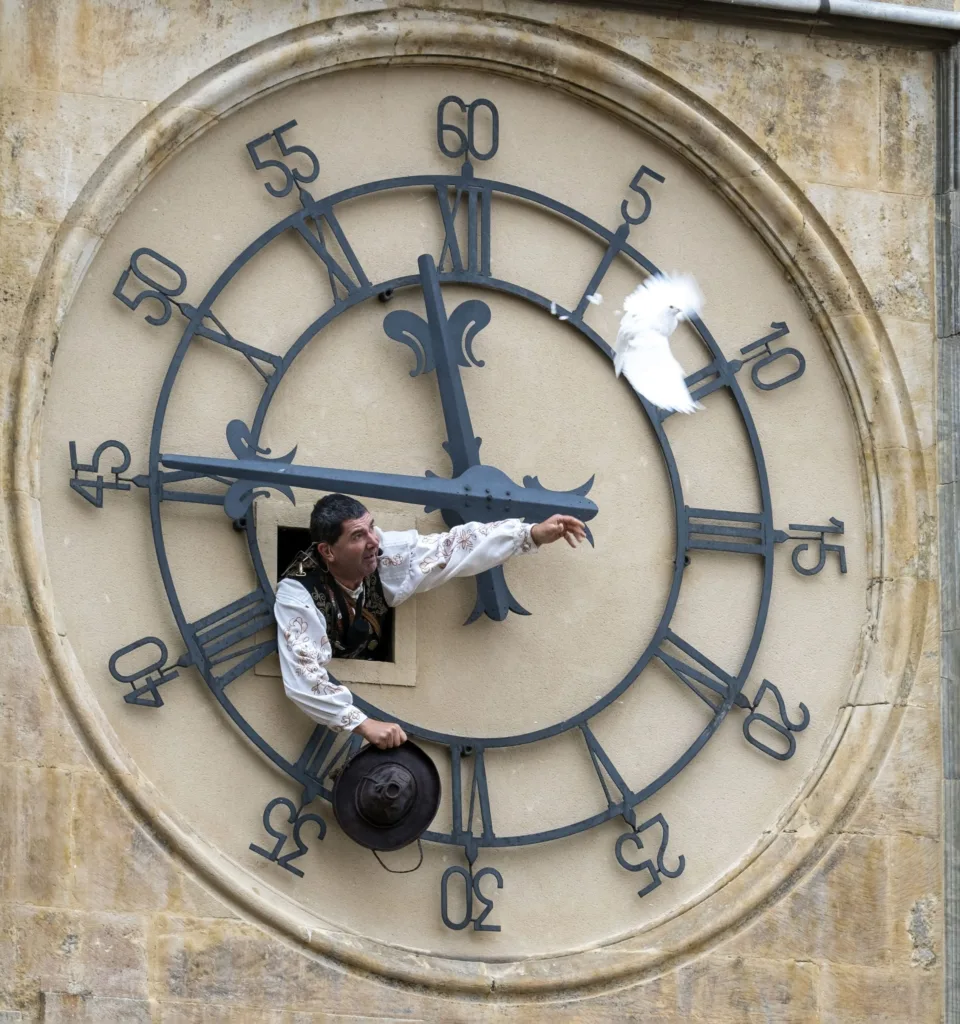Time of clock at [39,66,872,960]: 11:45
